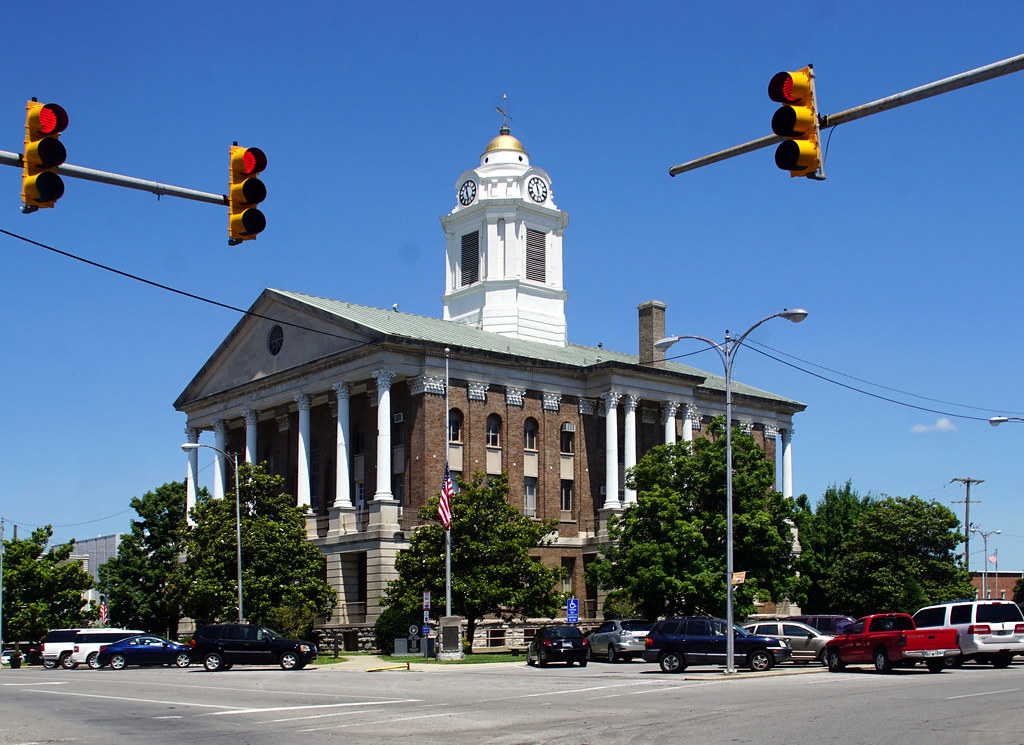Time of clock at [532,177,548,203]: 11:28
